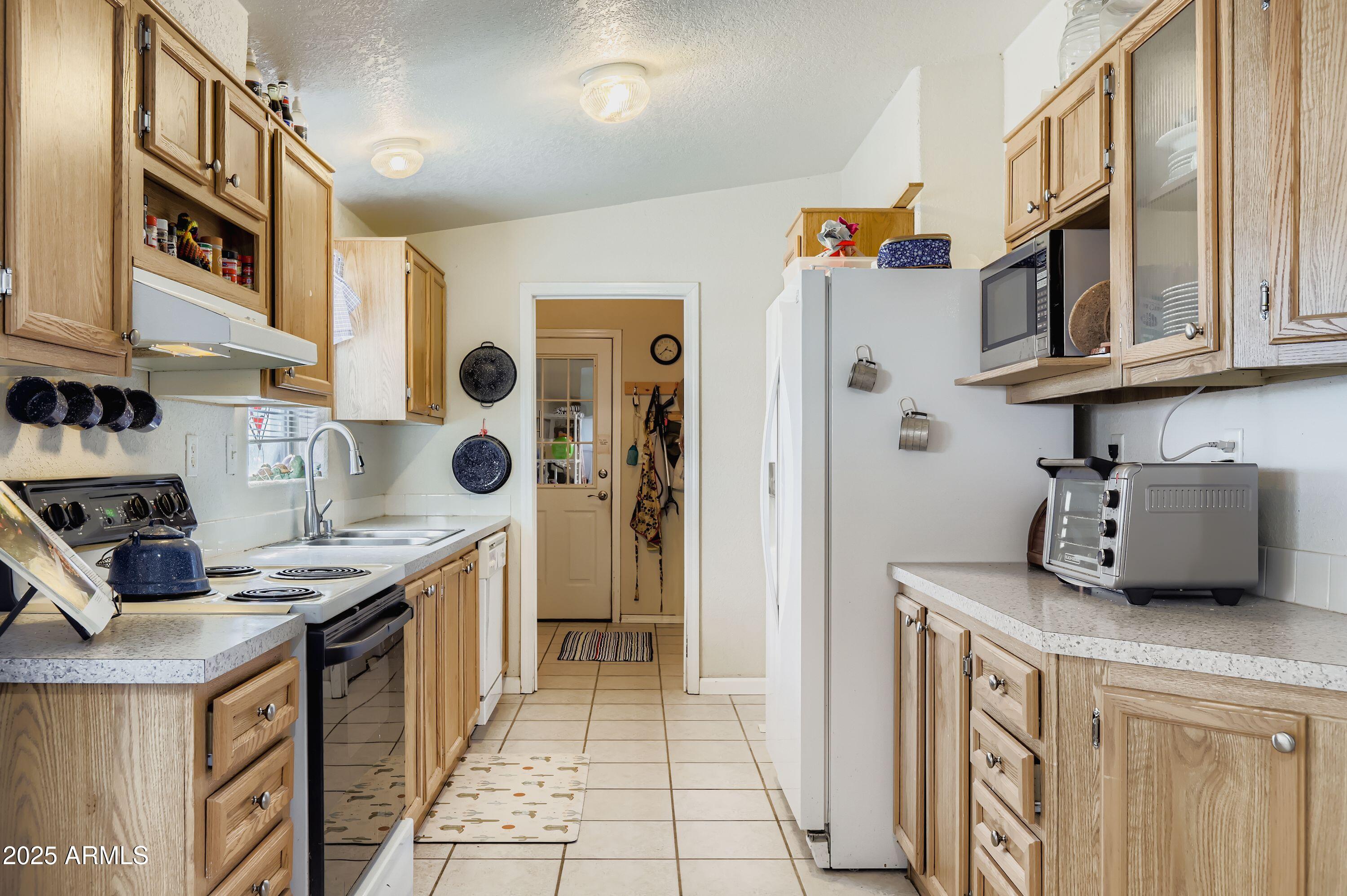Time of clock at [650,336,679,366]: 3:38
